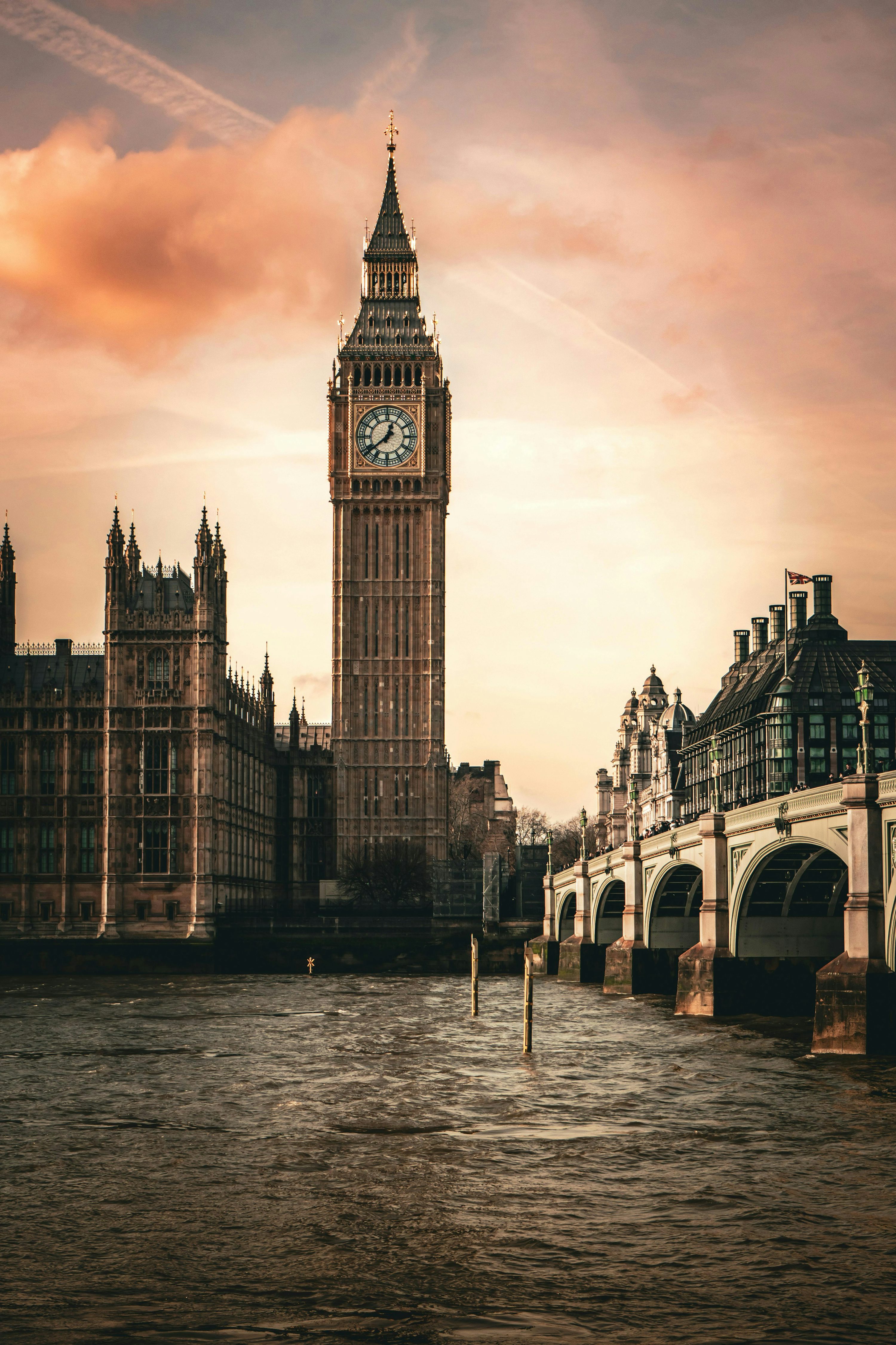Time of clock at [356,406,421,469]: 12:38
